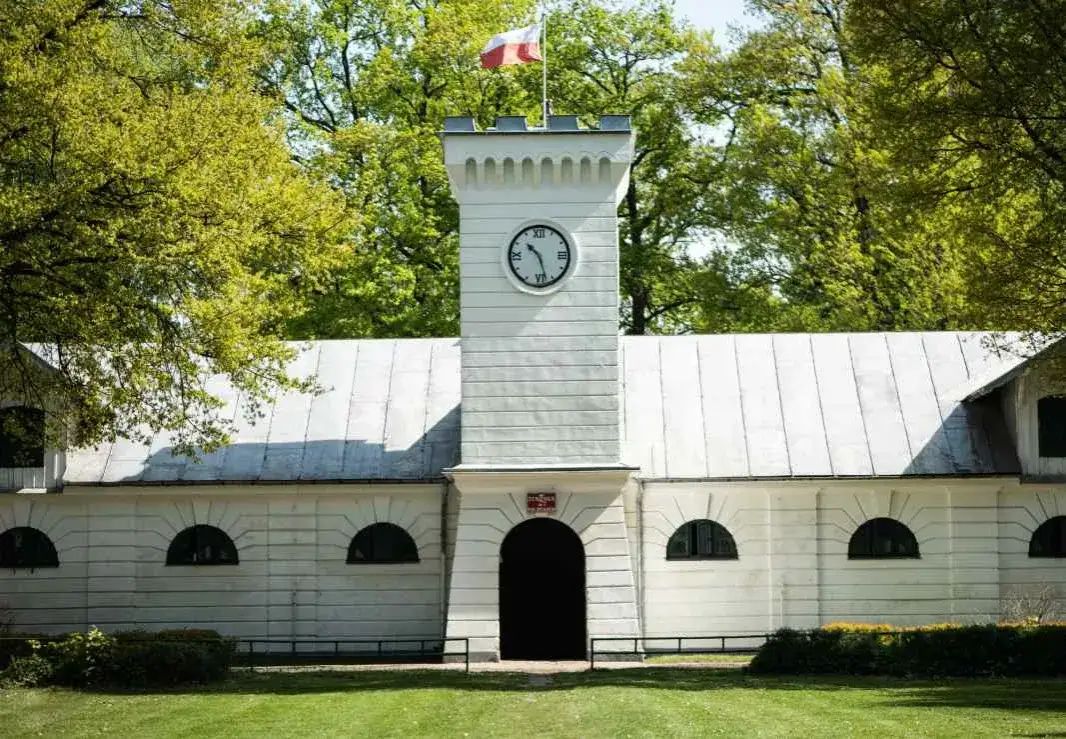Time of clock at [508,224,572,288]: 10:27
